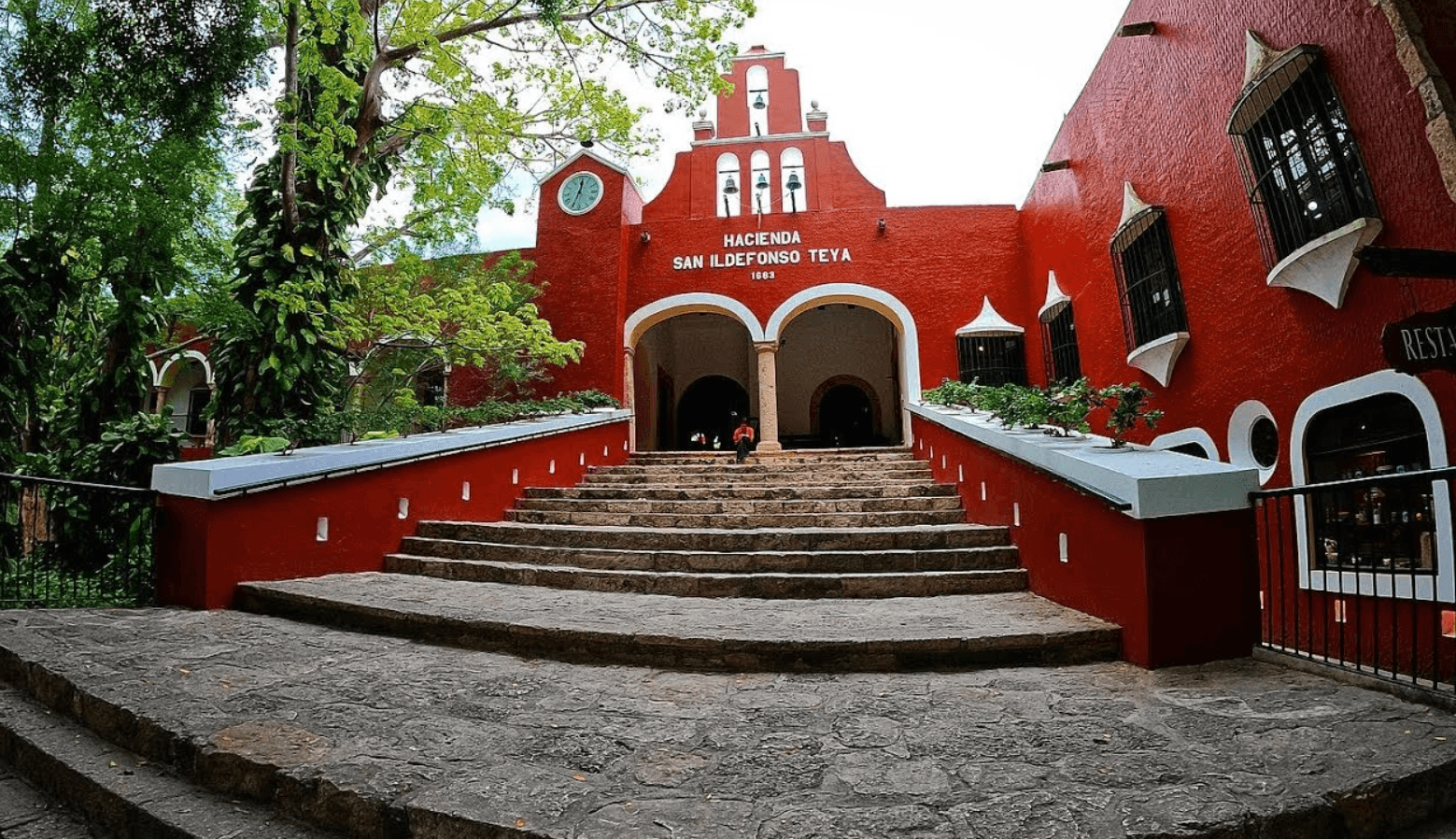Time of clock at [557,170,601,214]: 12:34
